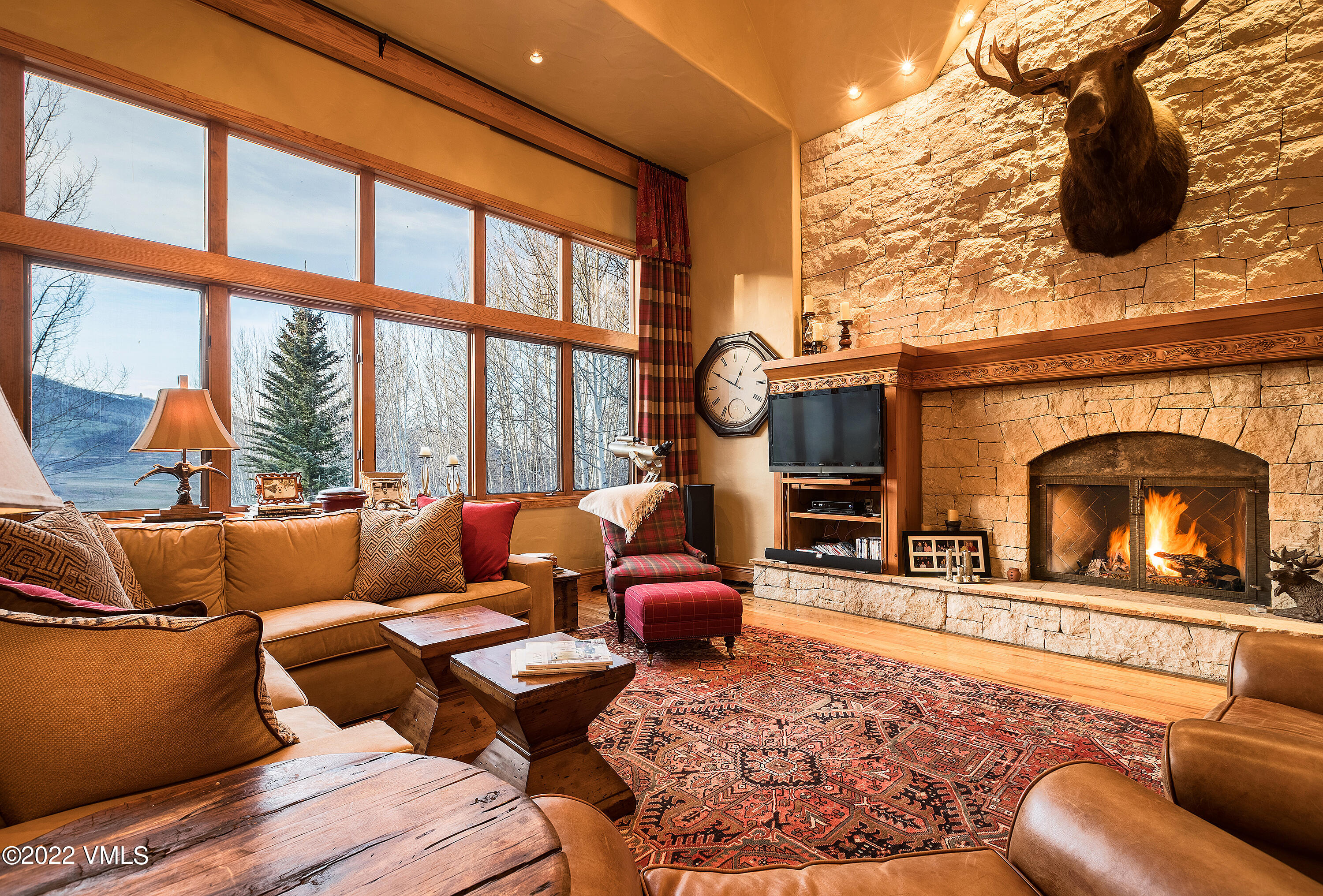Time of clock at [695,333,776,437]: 12:50
